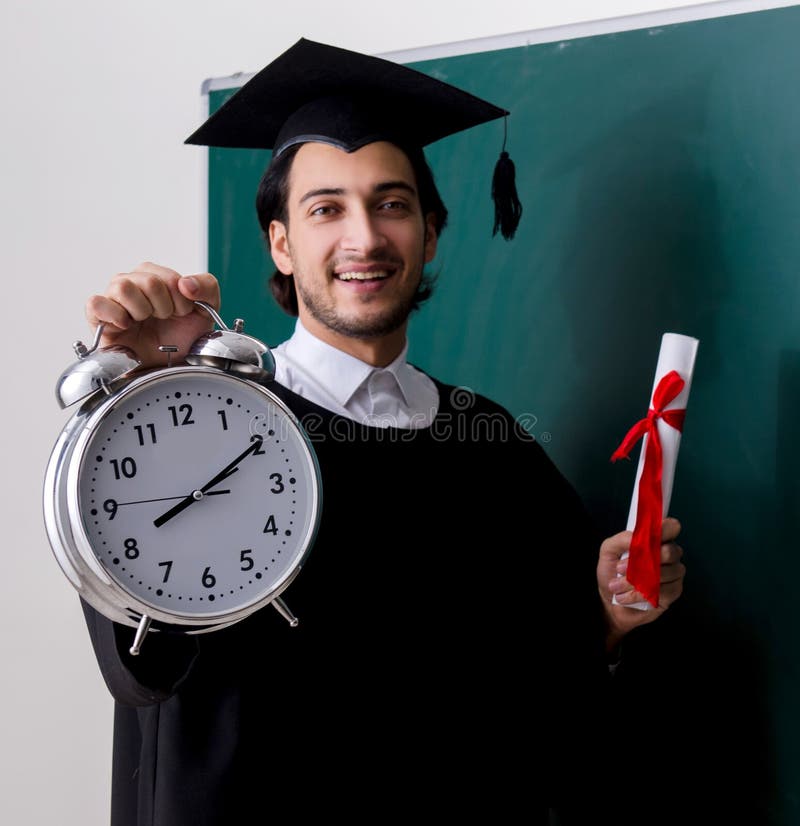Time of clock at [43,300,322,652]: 2:10
